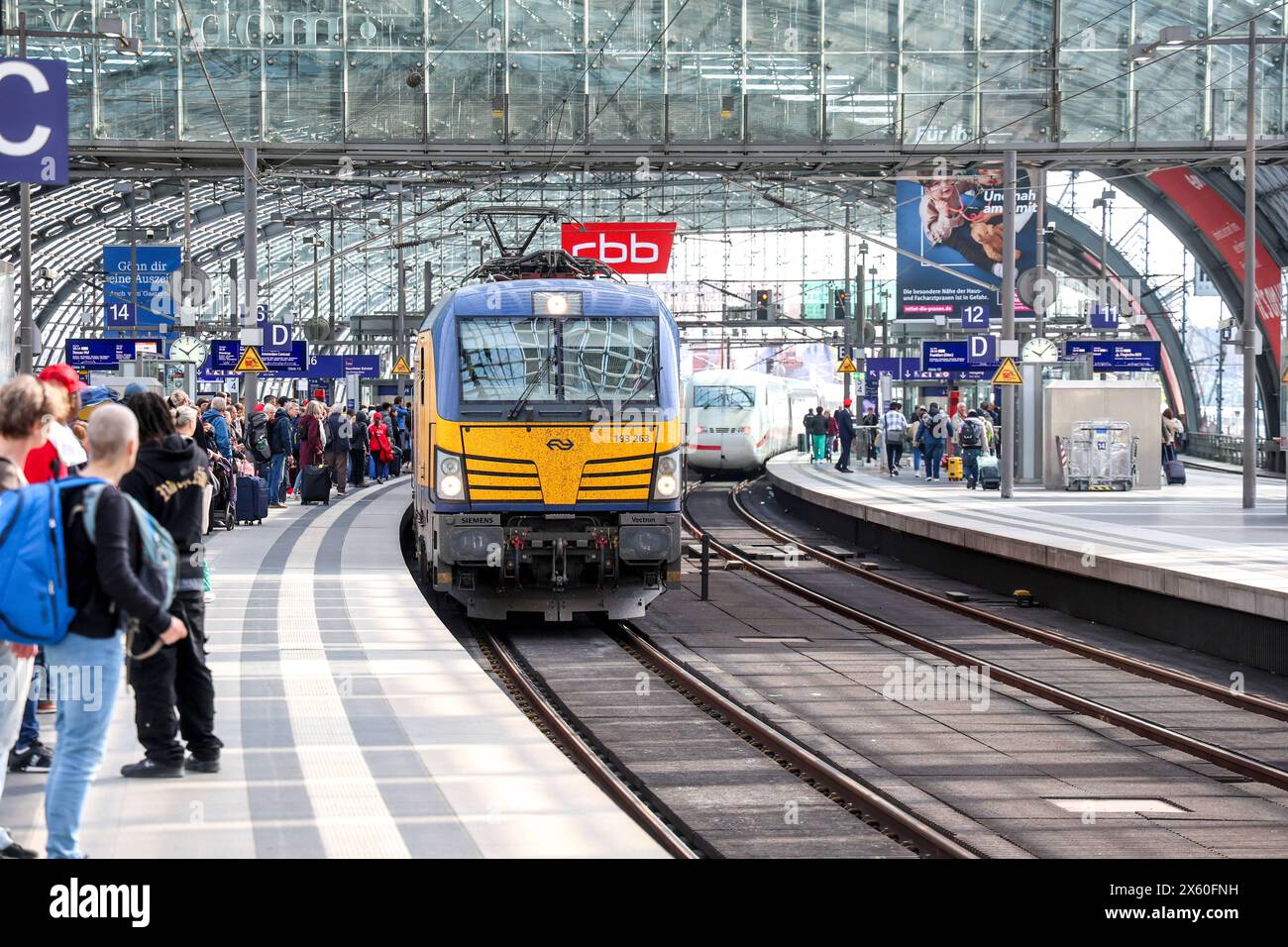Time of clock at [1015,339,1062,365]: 10:07
